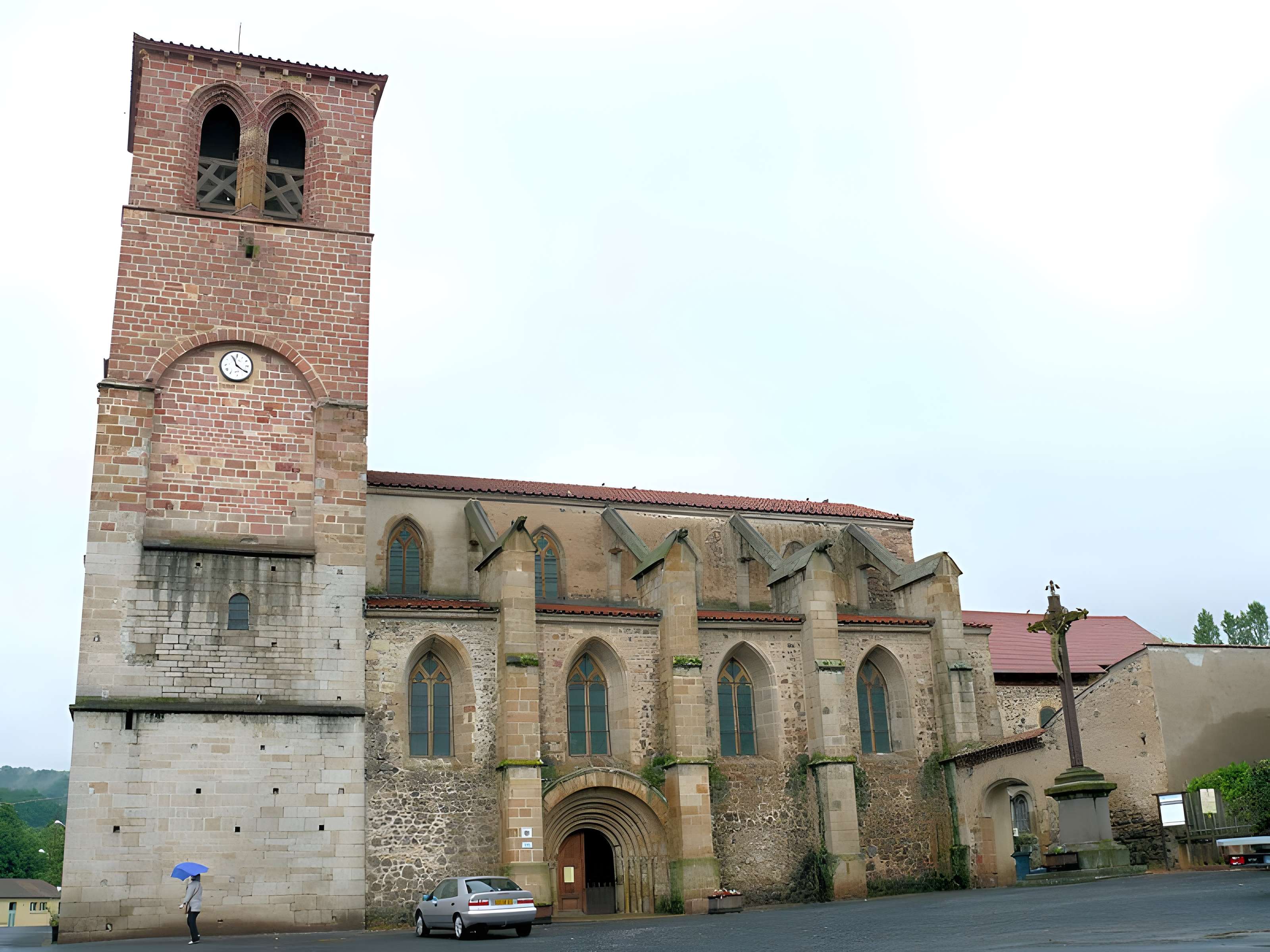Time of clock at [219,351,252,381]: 11:20
